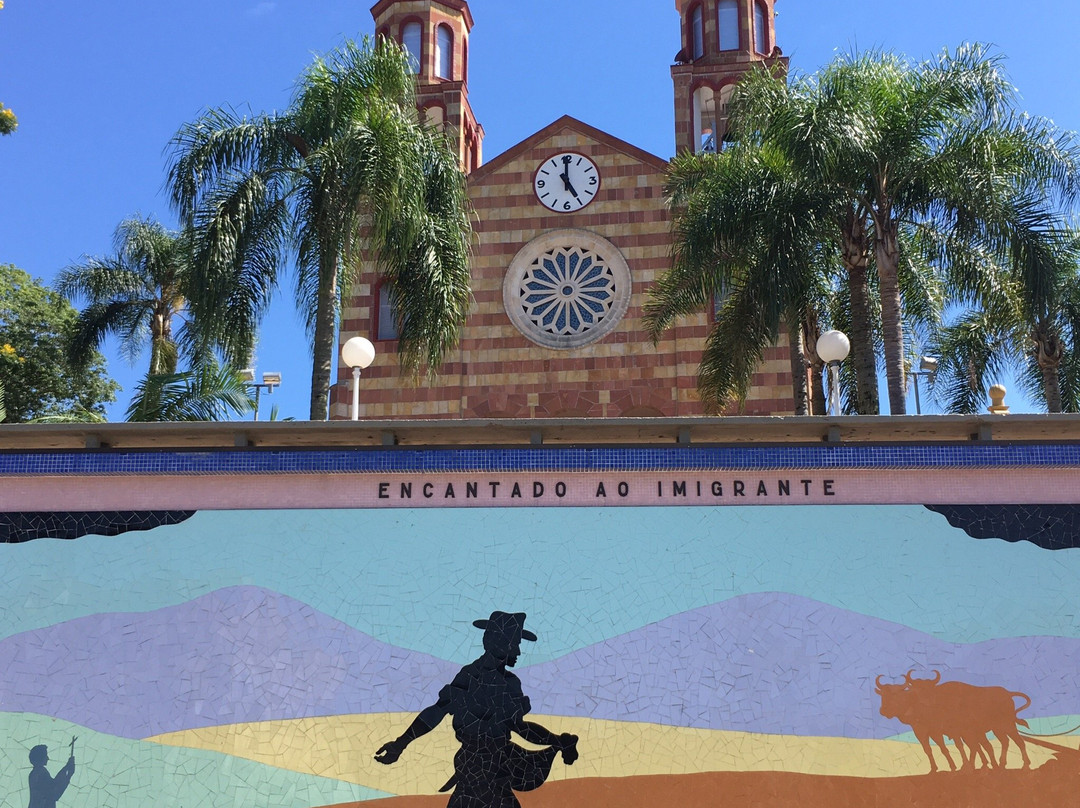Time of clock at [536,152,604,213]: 4:59
